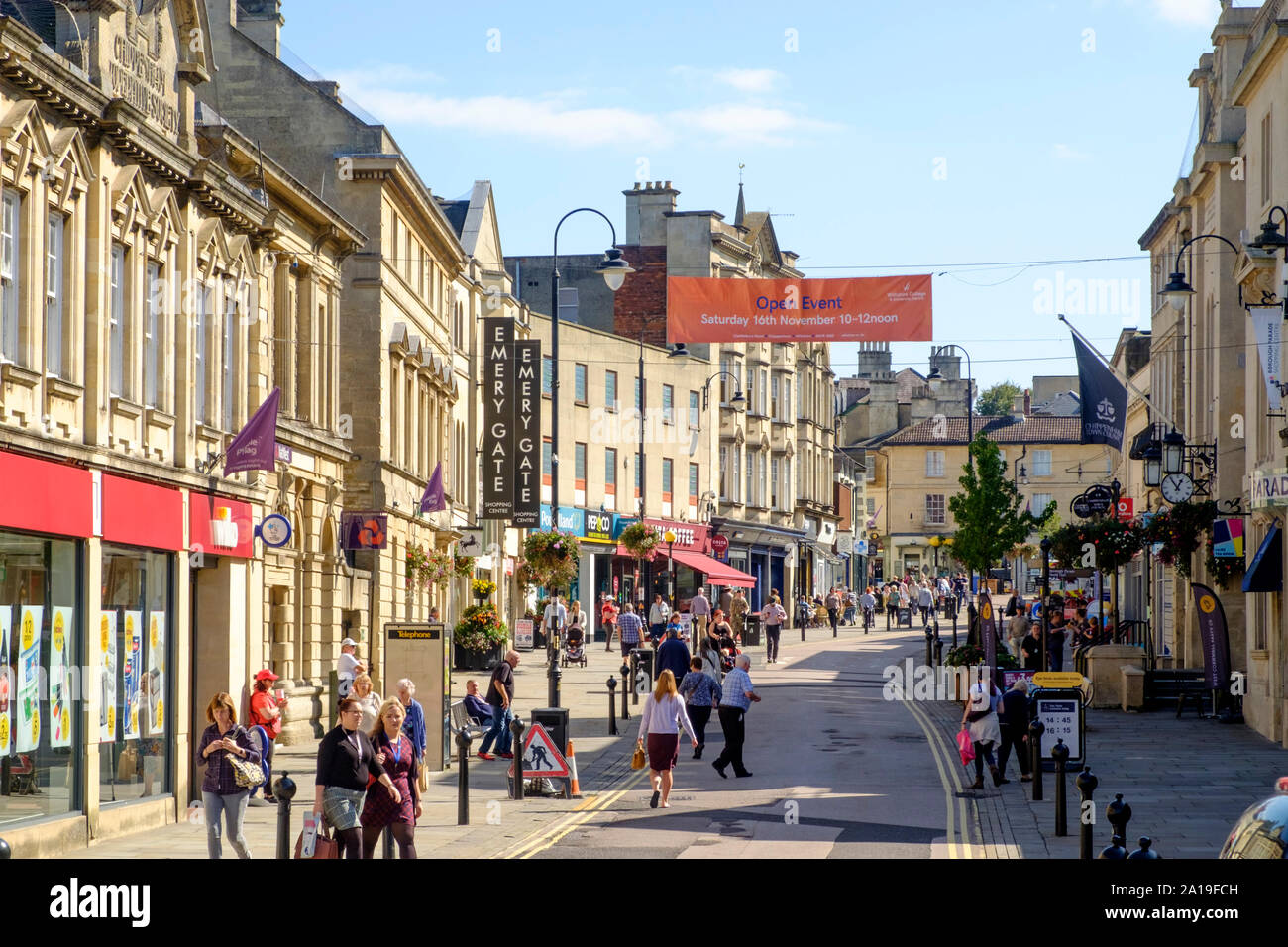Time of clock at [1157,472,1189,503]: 12:53
